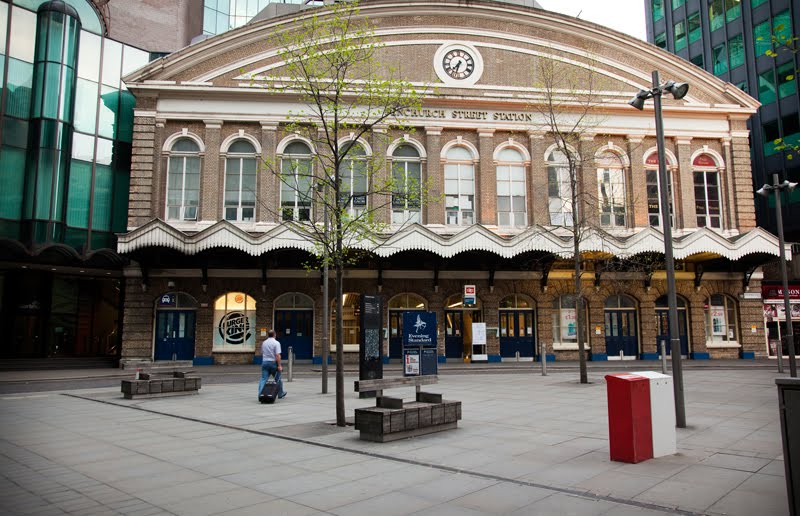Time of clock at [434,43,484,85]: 7:32
